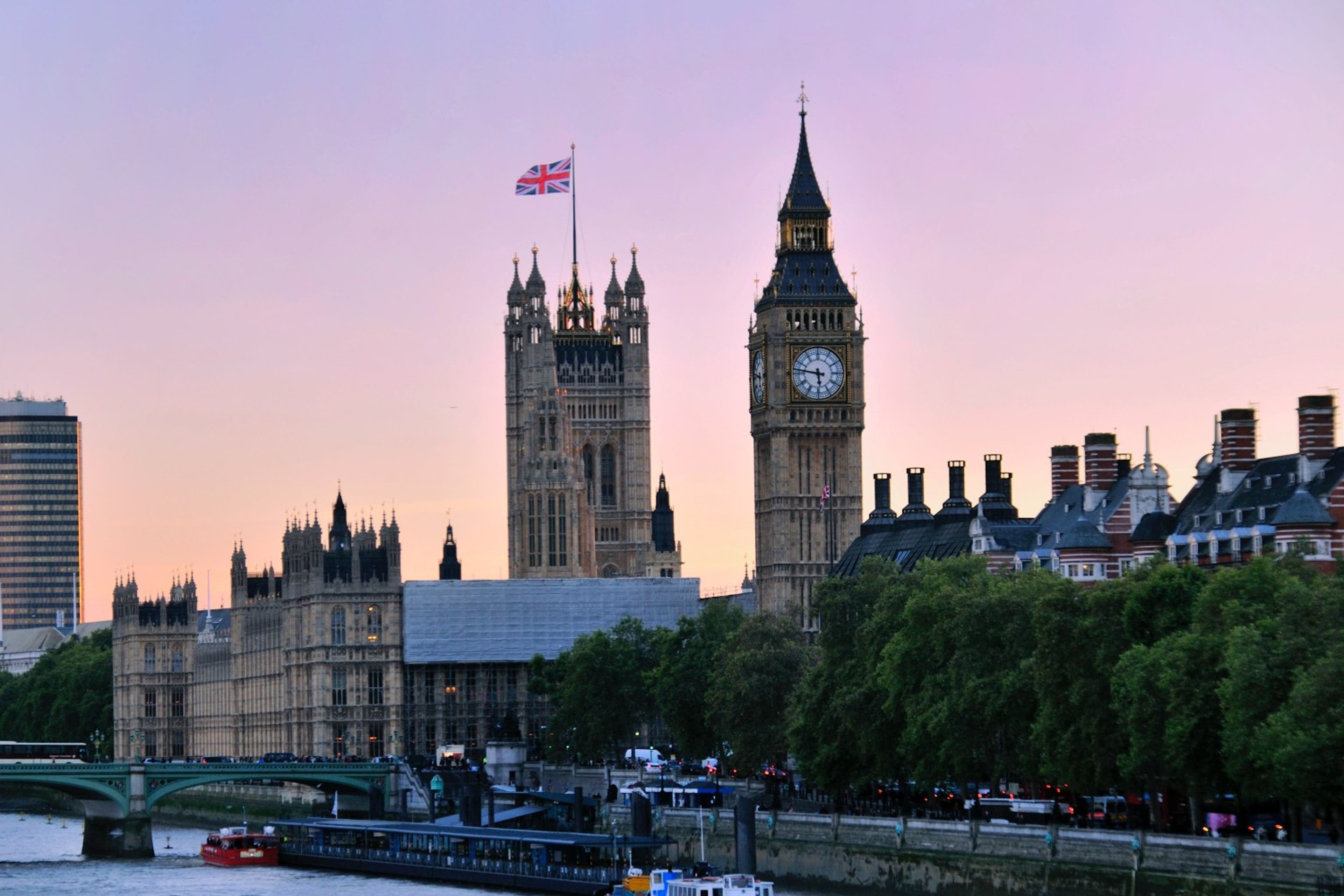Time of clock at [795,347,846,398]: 5:46
